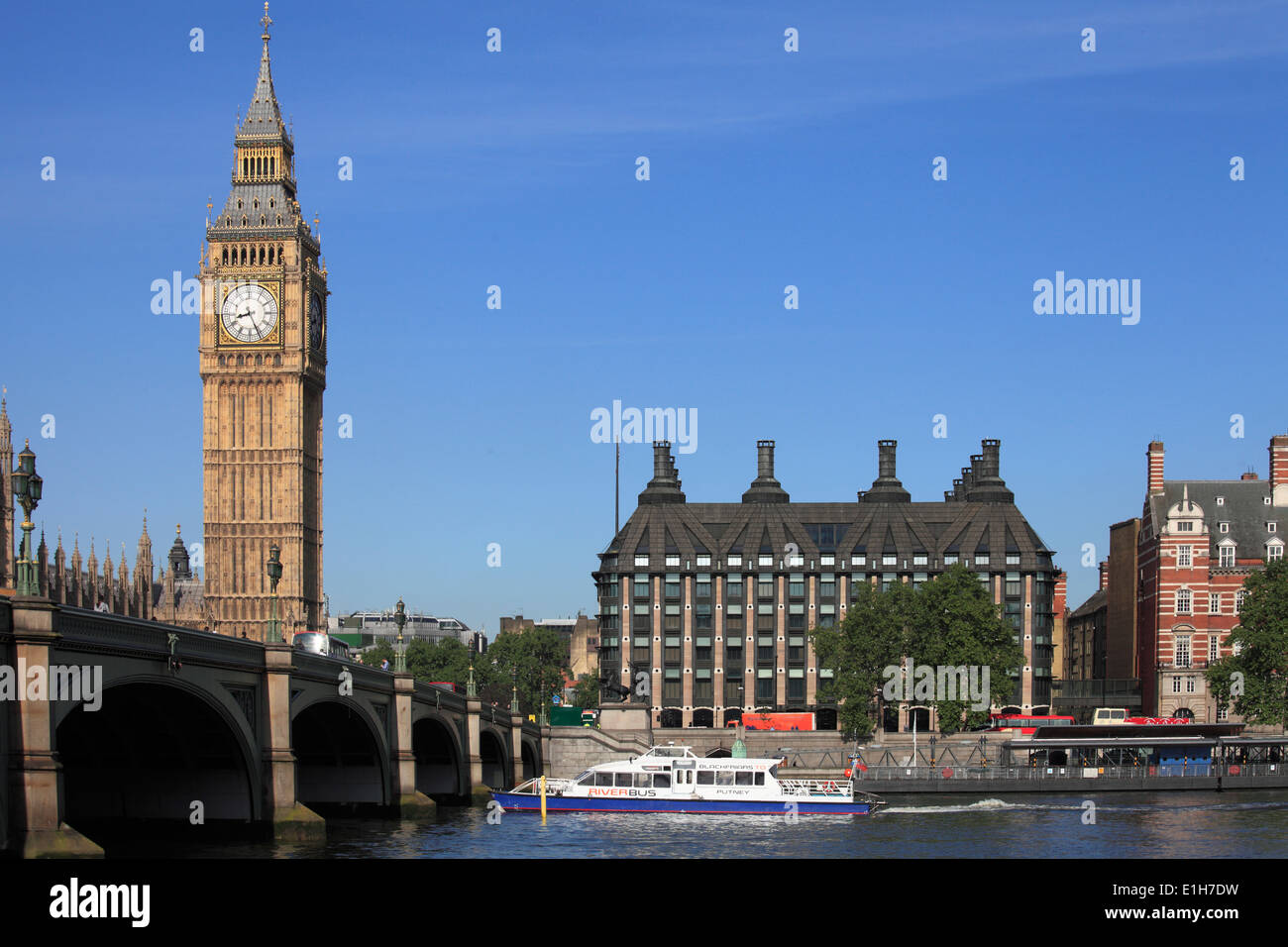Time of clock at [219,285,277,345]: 8:26
